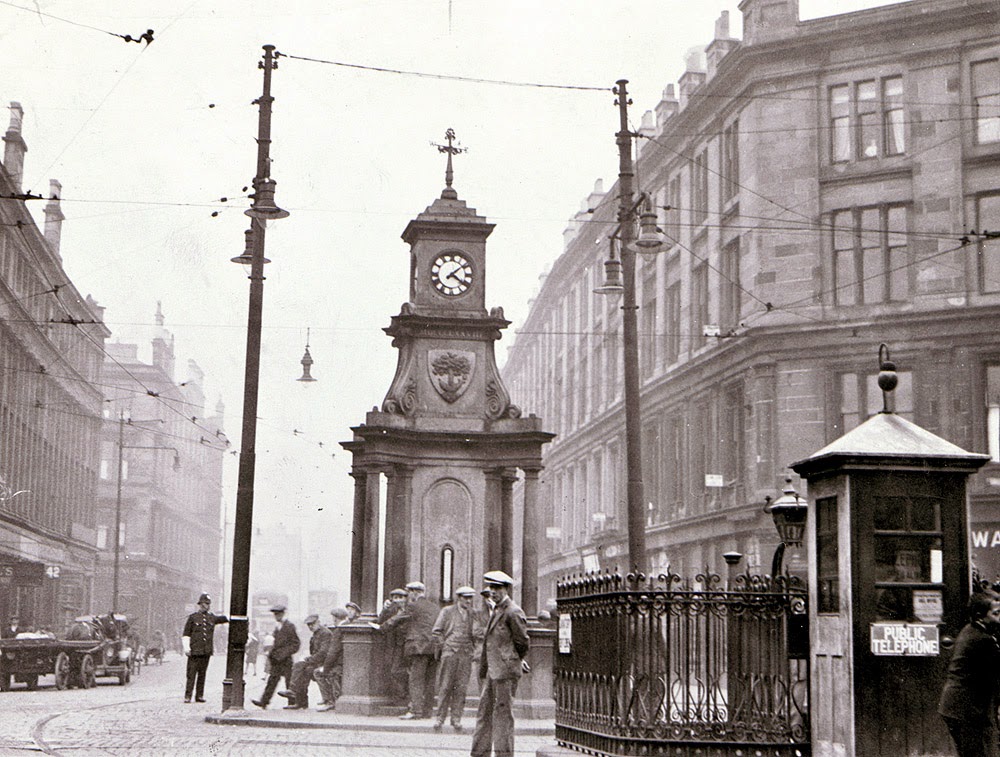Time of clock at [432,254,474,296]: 4:08
